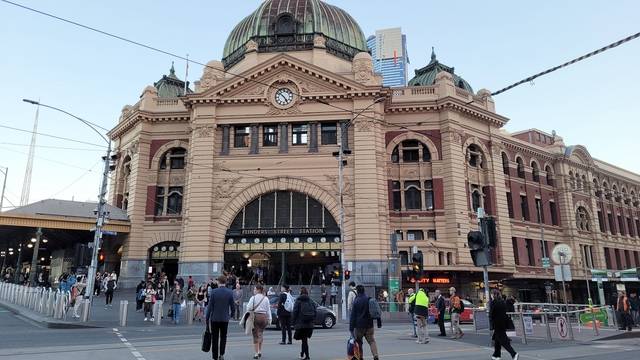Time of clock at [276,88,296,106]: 4:52
